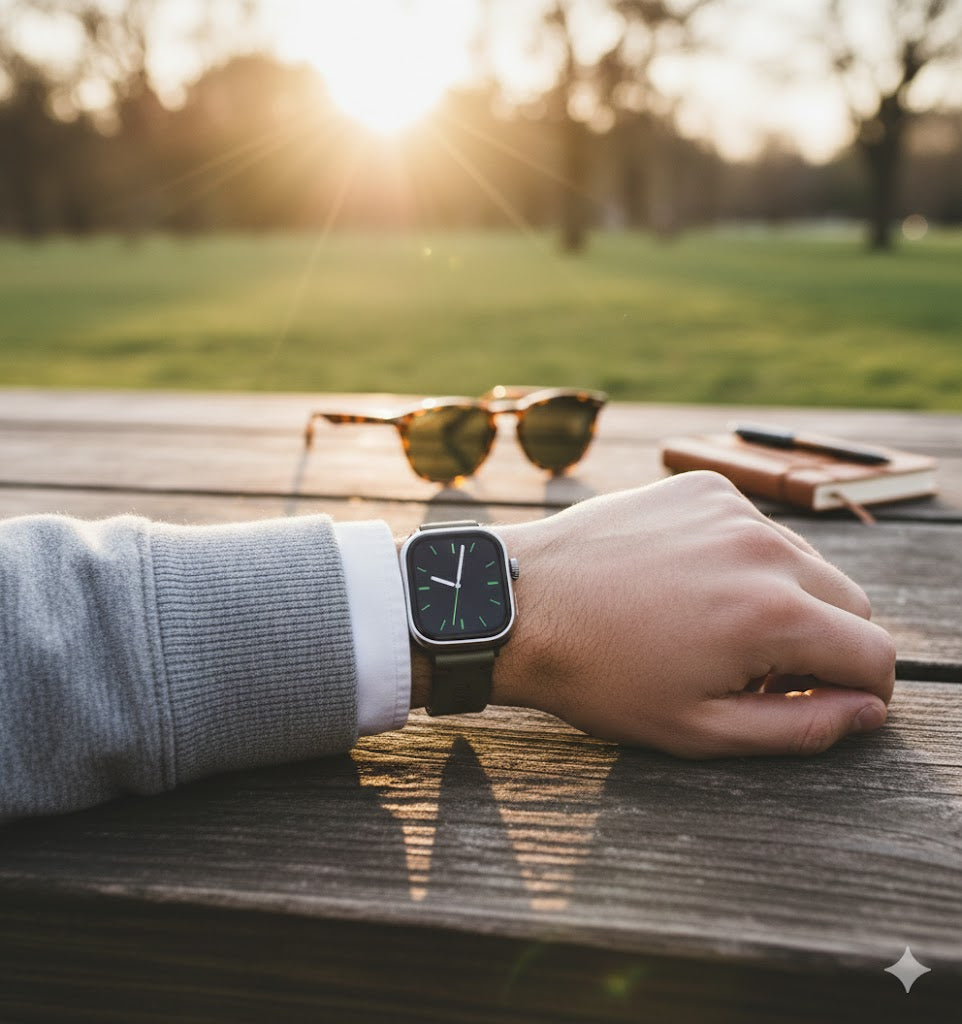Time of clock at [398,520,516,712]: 10:02
